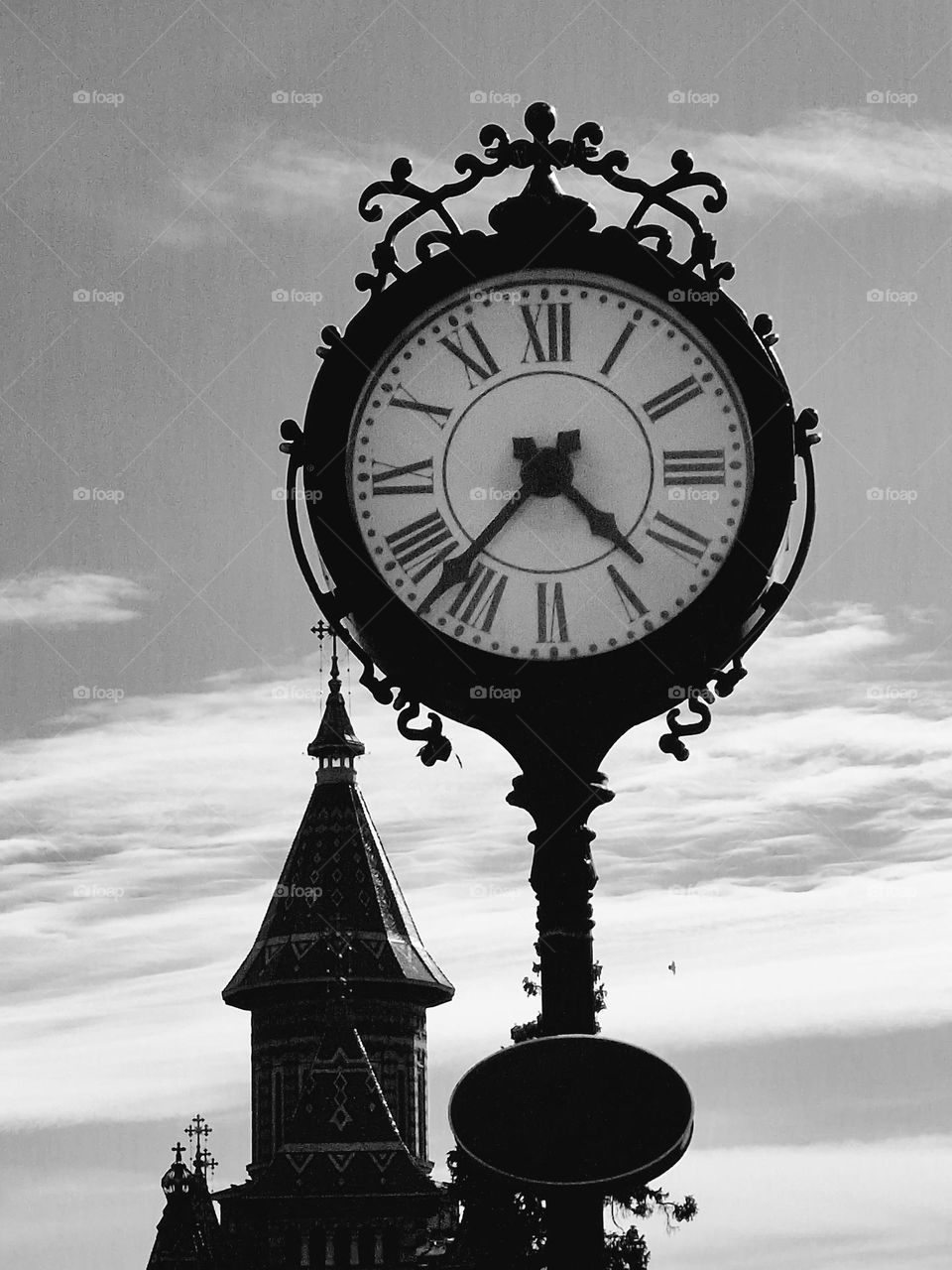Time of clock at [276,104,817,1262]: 4:37
